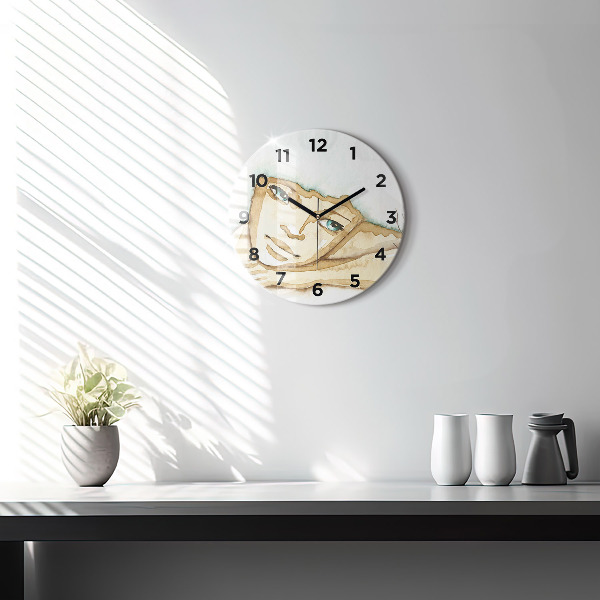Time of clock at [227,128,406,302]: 1:50
